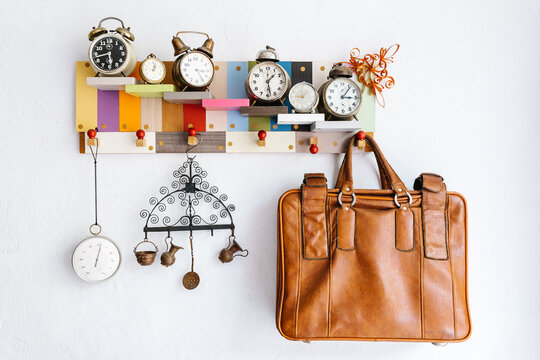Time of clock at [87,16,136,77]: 5:42
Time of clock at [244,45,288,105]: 1:27
